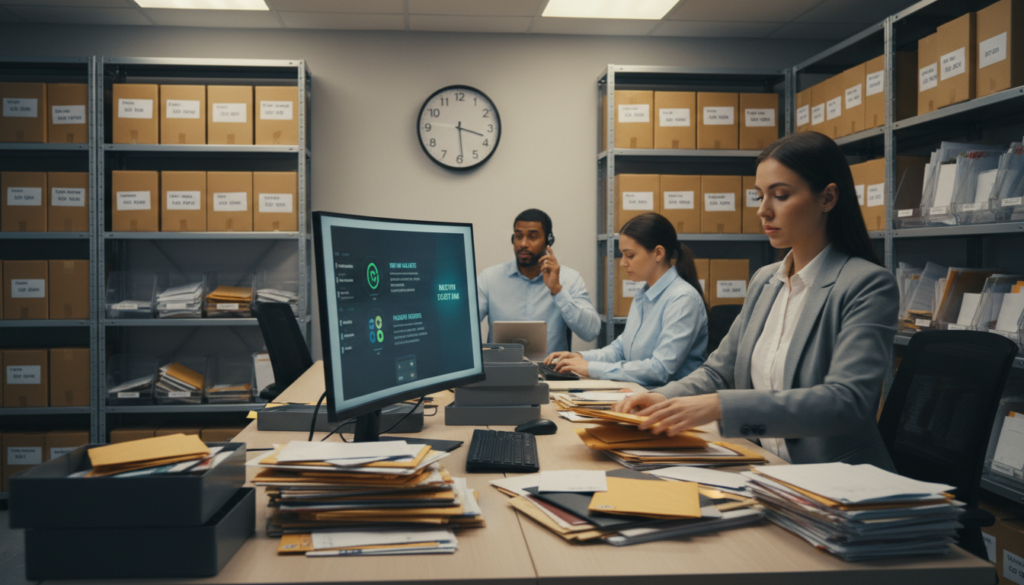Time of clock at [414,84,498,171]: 3:29
